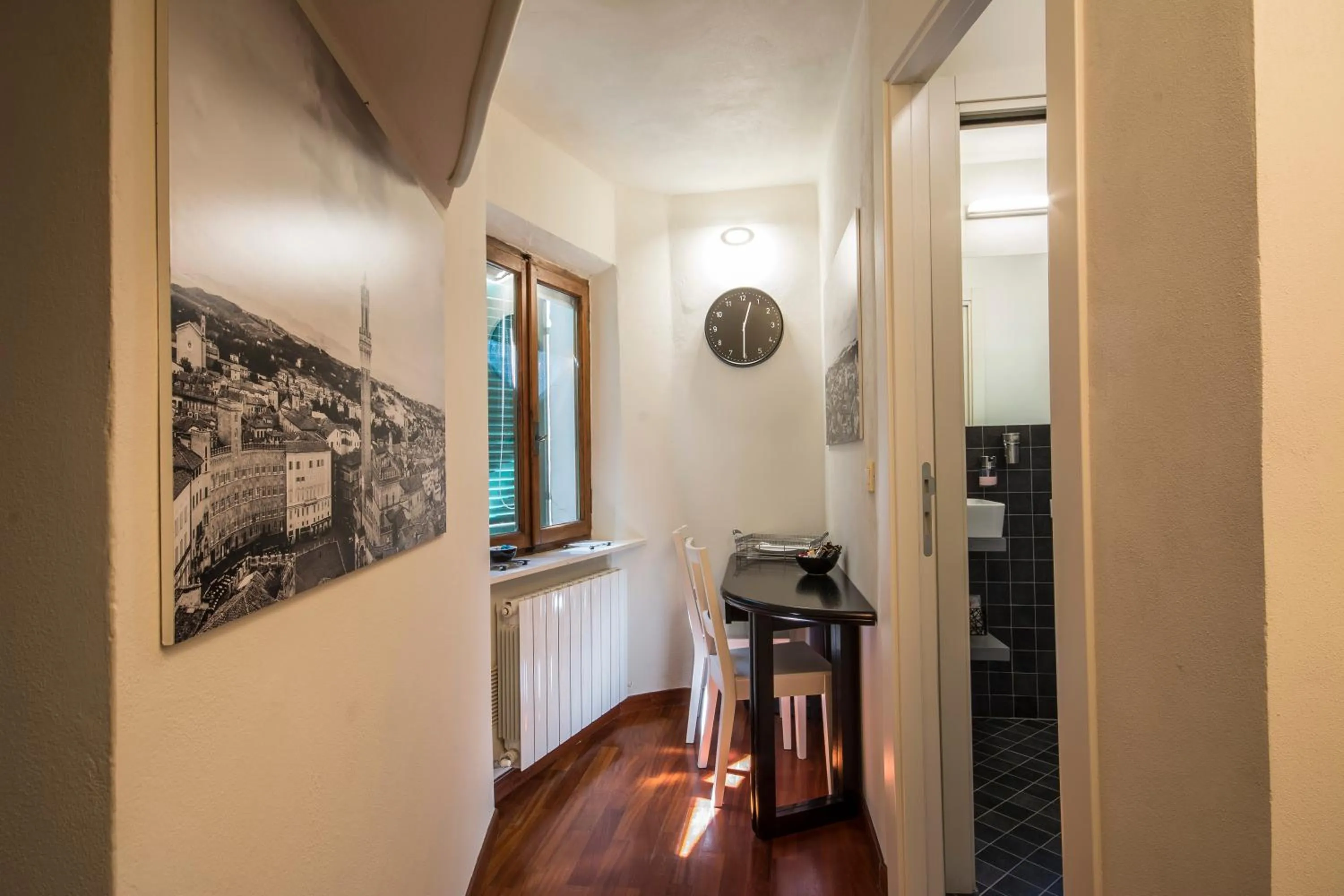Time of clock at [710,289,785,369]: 12:30
